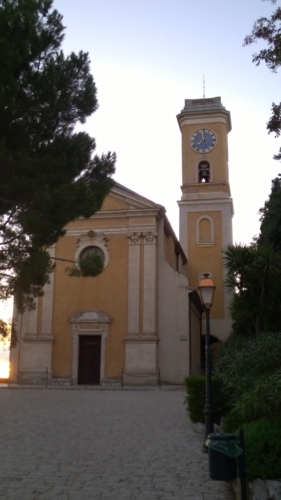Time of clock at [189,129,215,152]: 7:59
